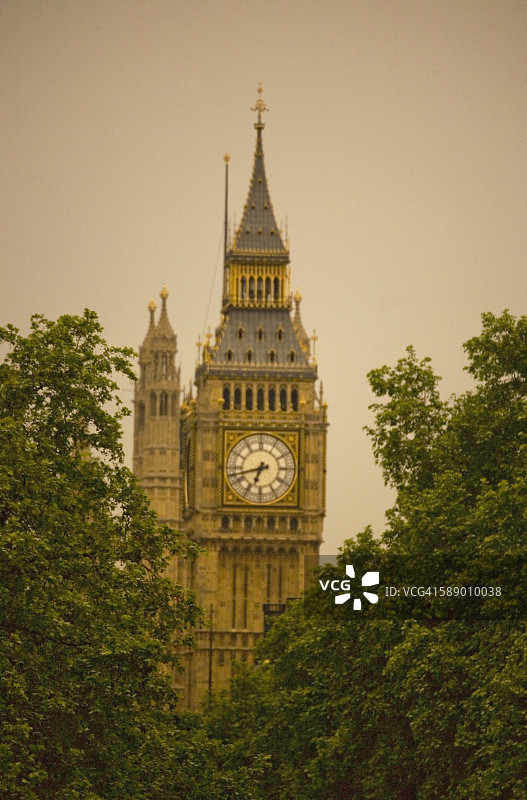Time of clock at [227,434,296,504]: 6:42
